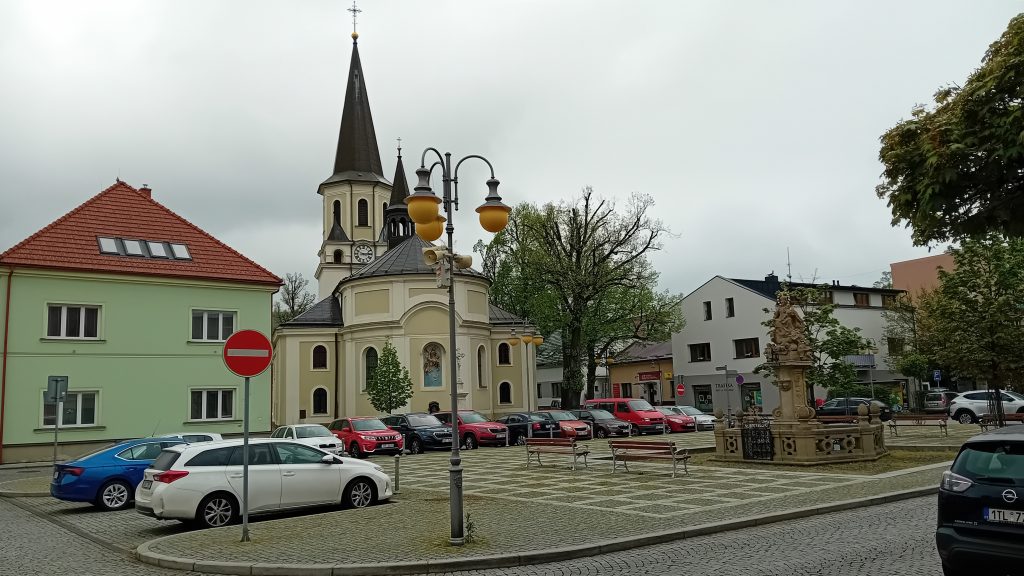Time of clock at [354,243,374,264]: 2:49
